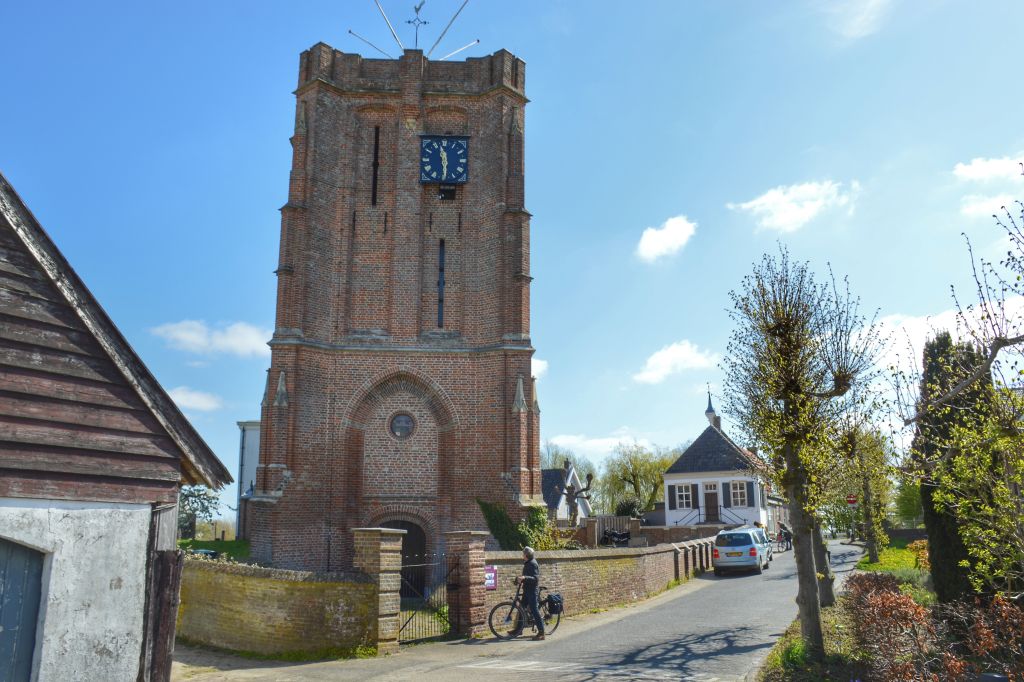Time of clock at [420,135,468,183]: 11:29
